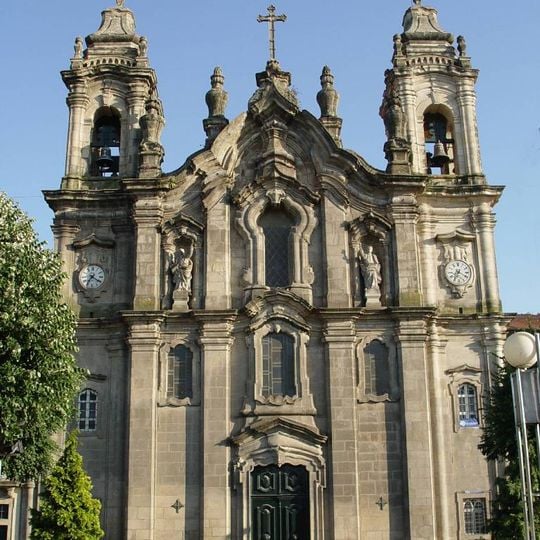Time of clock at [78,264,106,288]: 7:20
